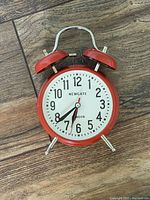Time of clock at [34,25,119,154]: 6:38
